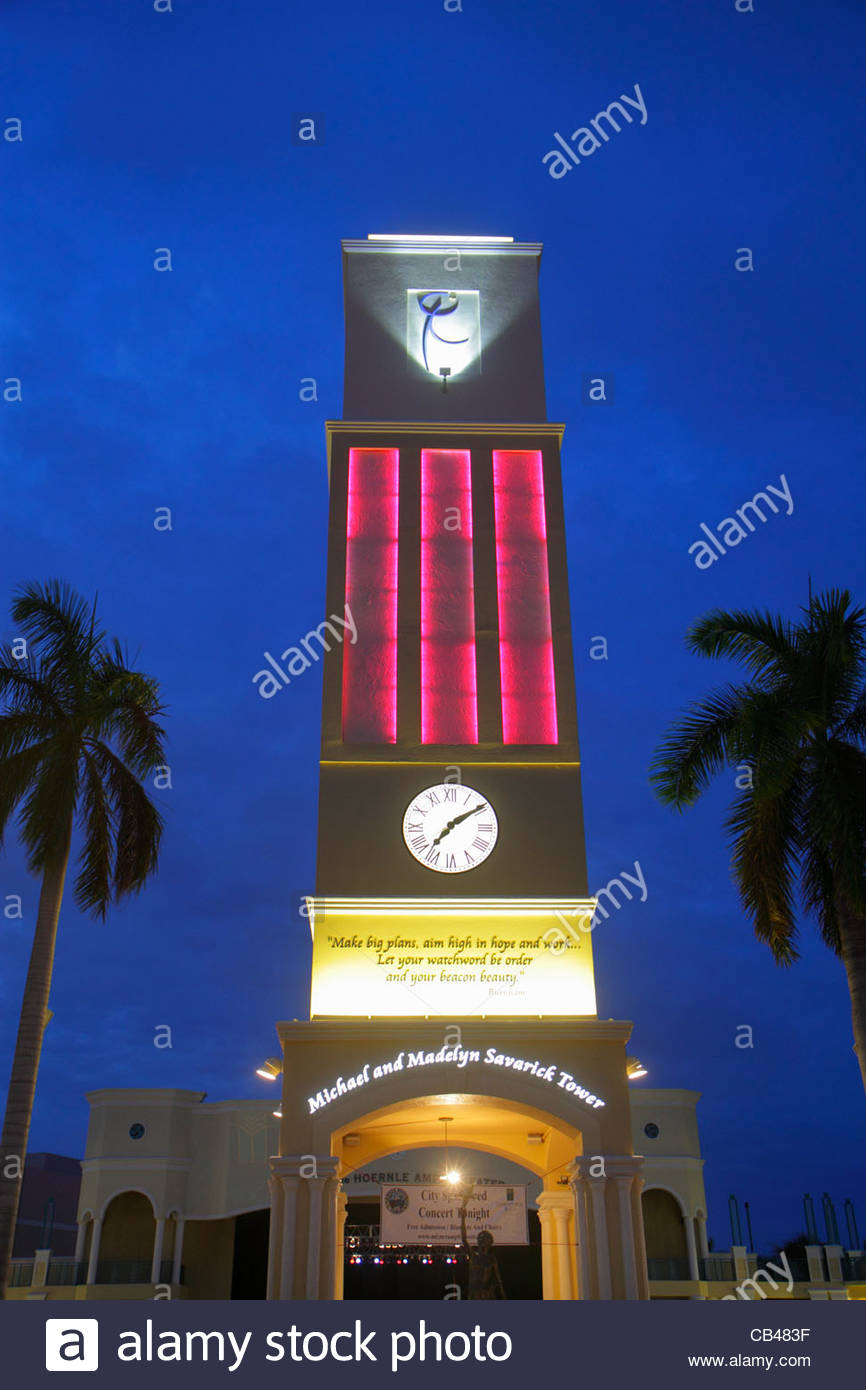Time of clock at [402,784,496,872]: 7:09
